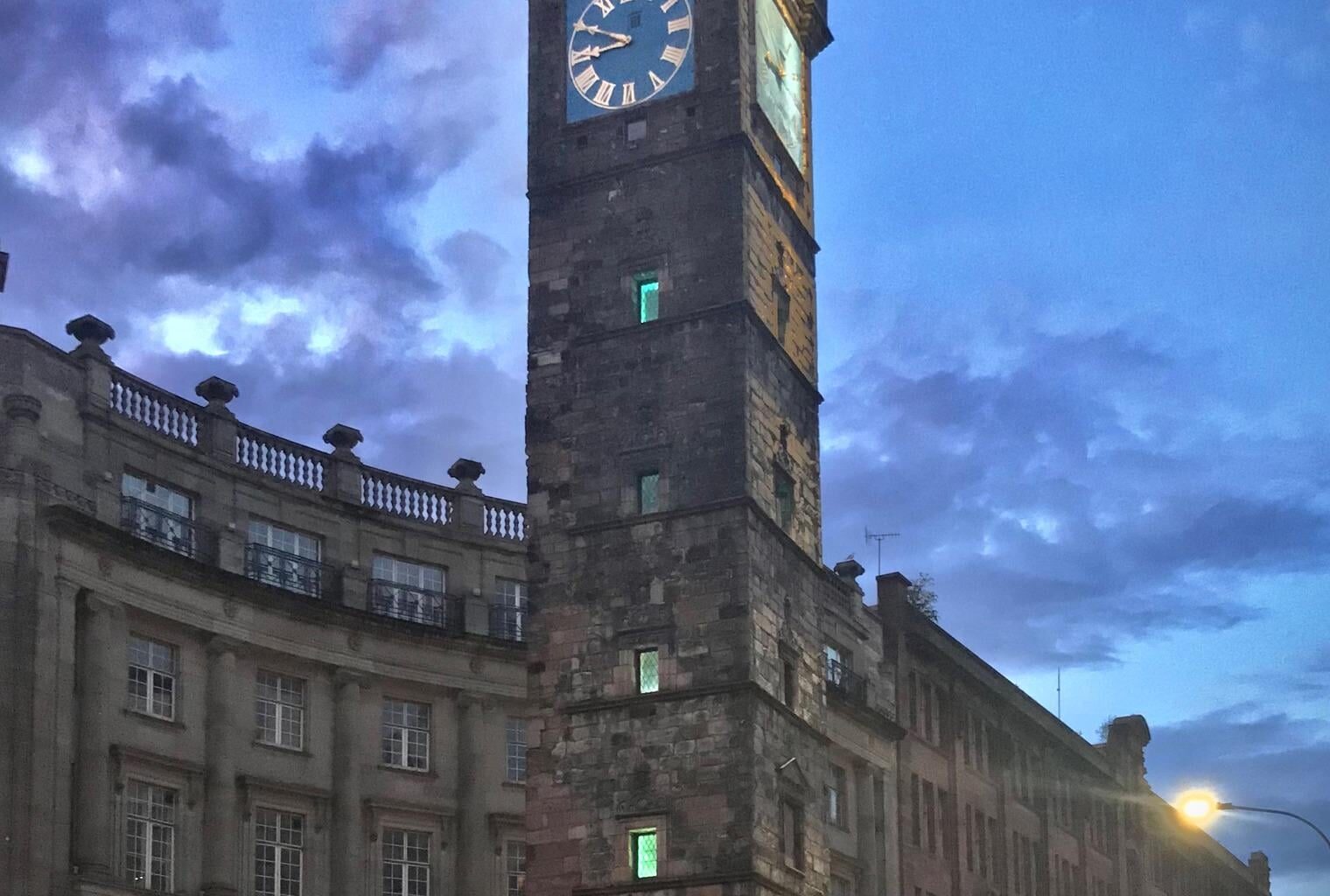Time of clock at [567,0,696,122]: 8:49
